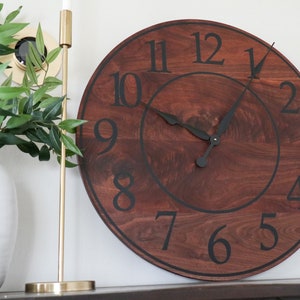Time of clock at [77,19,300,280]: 10:05
